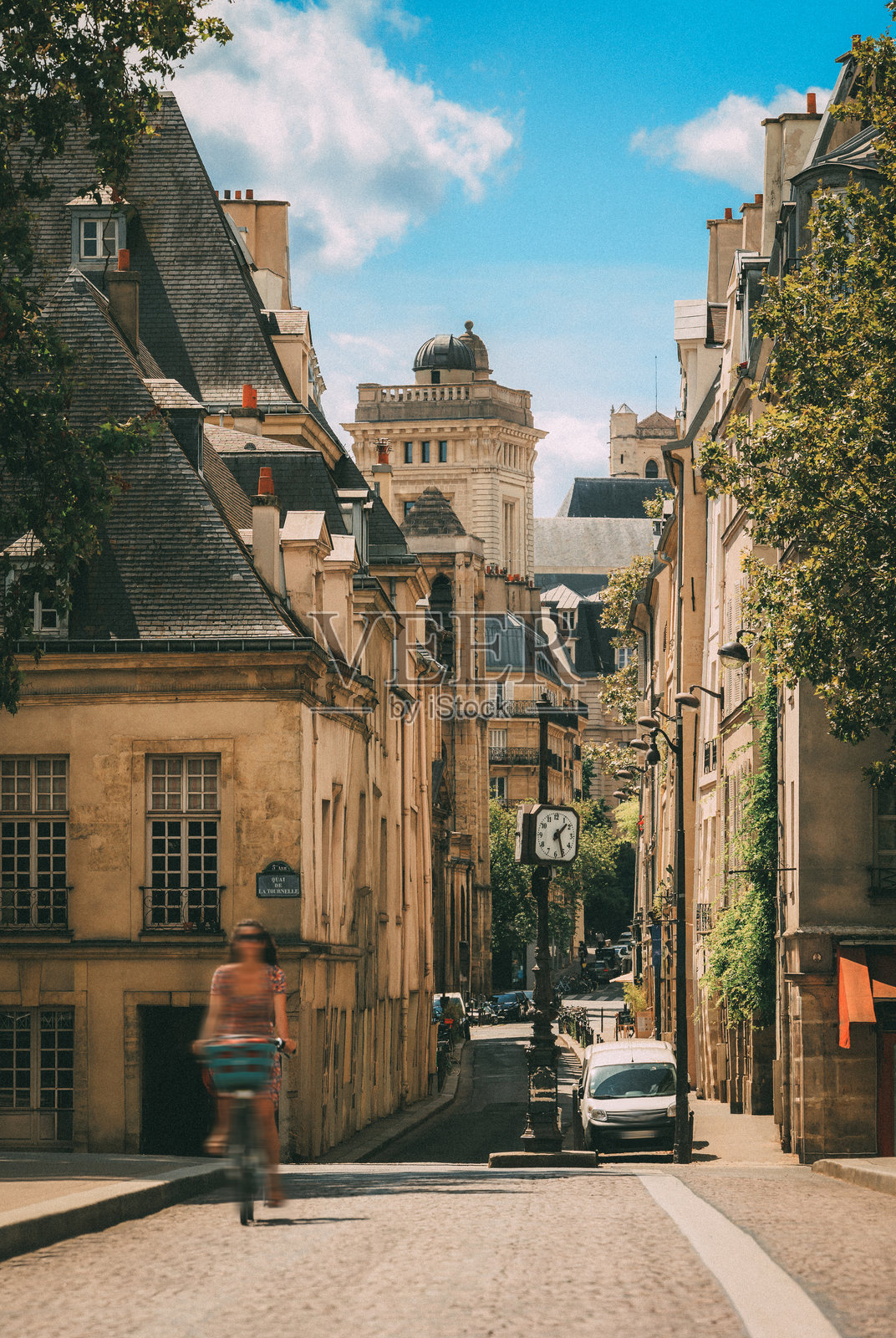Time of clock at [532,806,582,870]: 1:26
